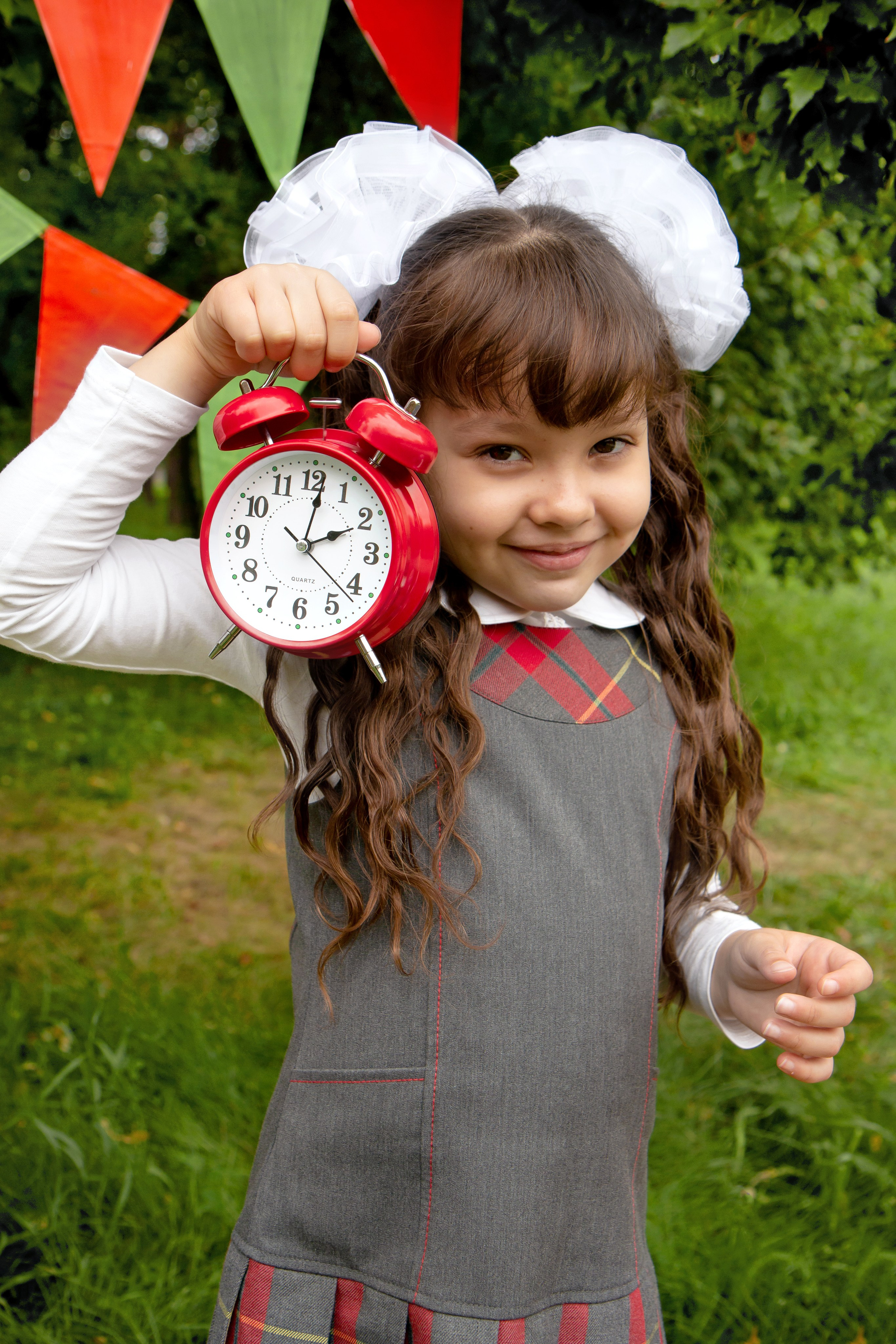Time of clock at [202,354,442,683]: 2:01
